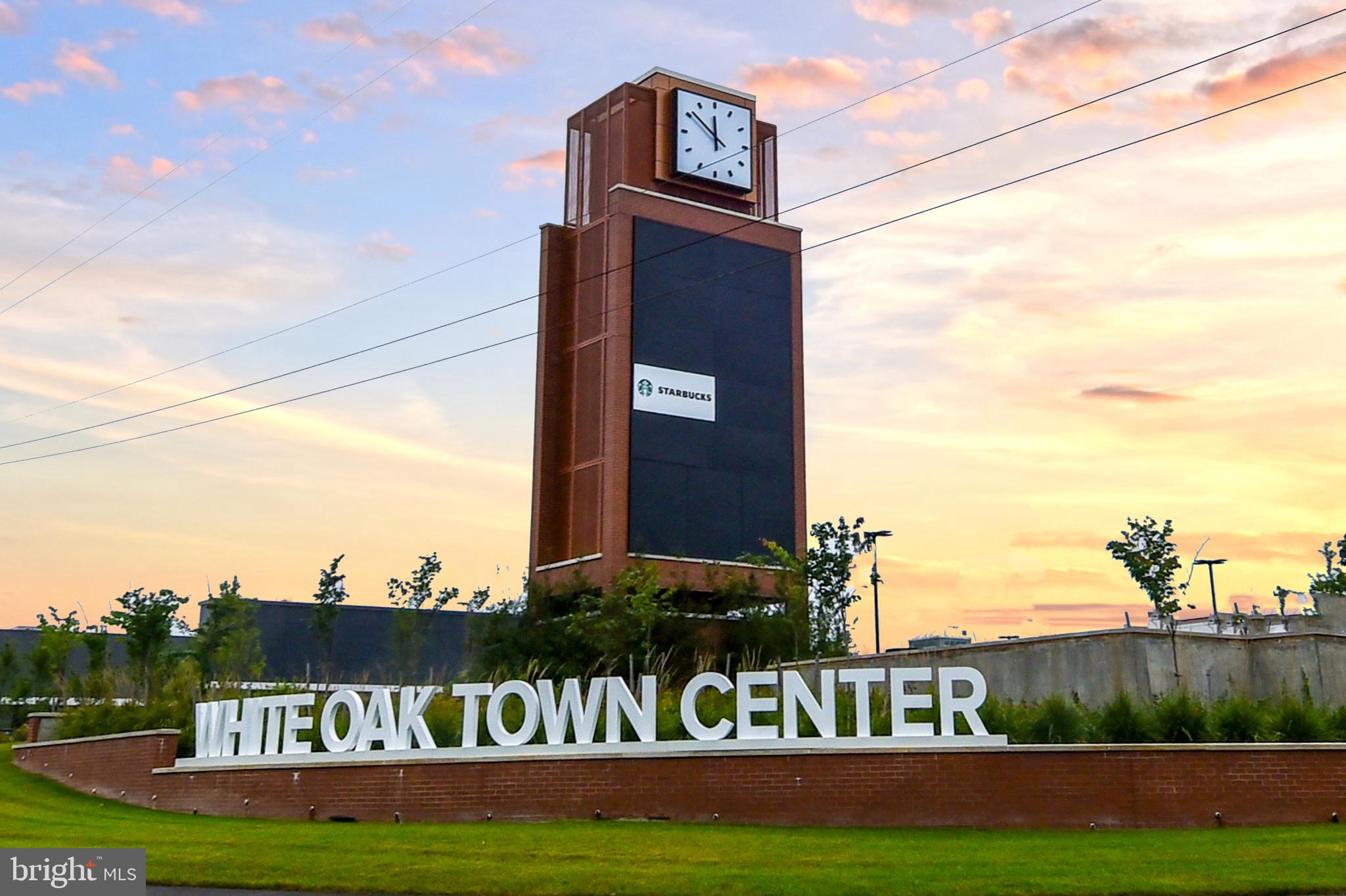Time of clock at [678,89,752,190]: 11:51
